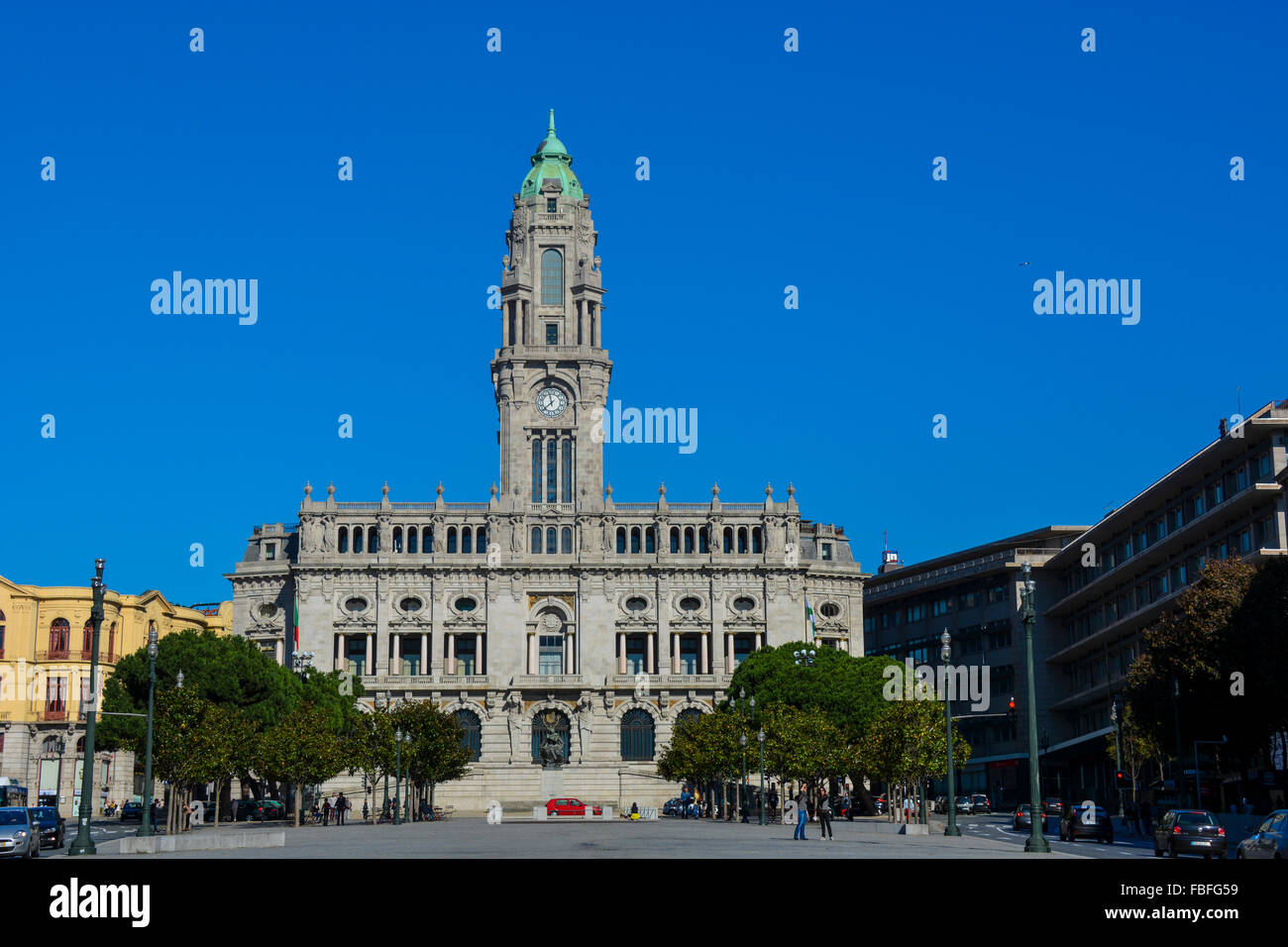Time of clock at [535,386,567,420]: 11:37
